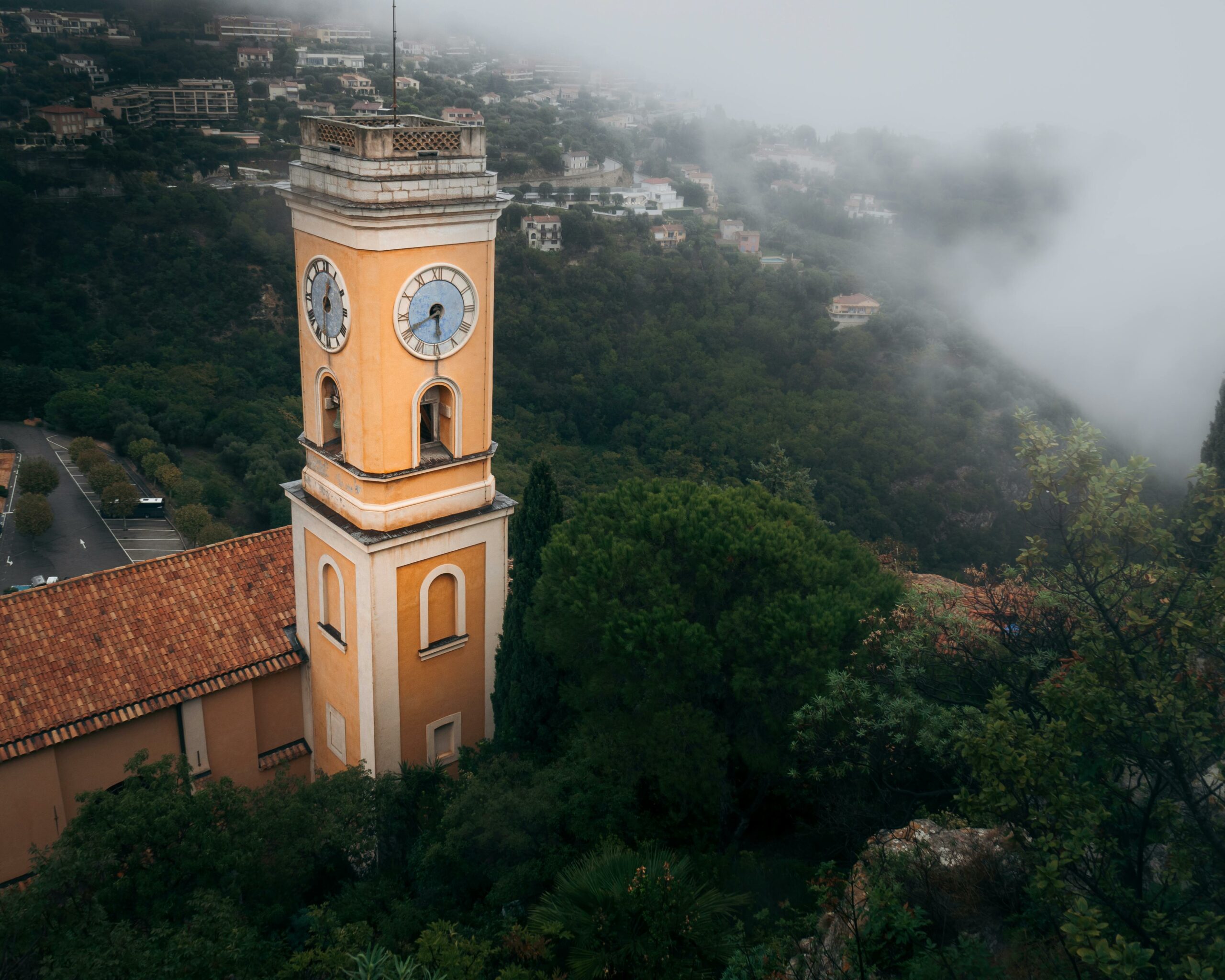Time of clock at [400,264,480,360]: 5:40
